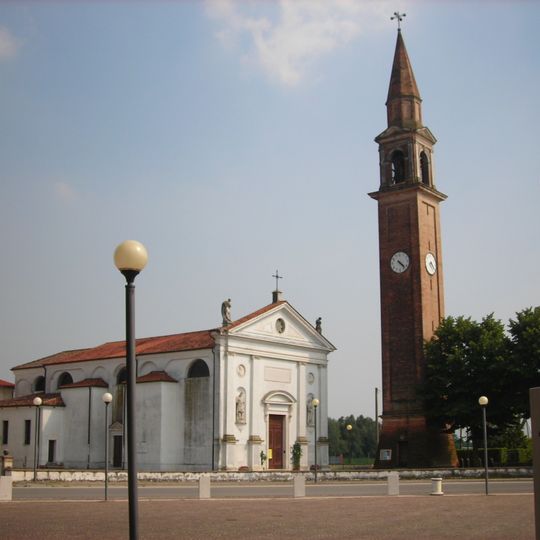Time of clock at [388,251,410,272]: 4:22
